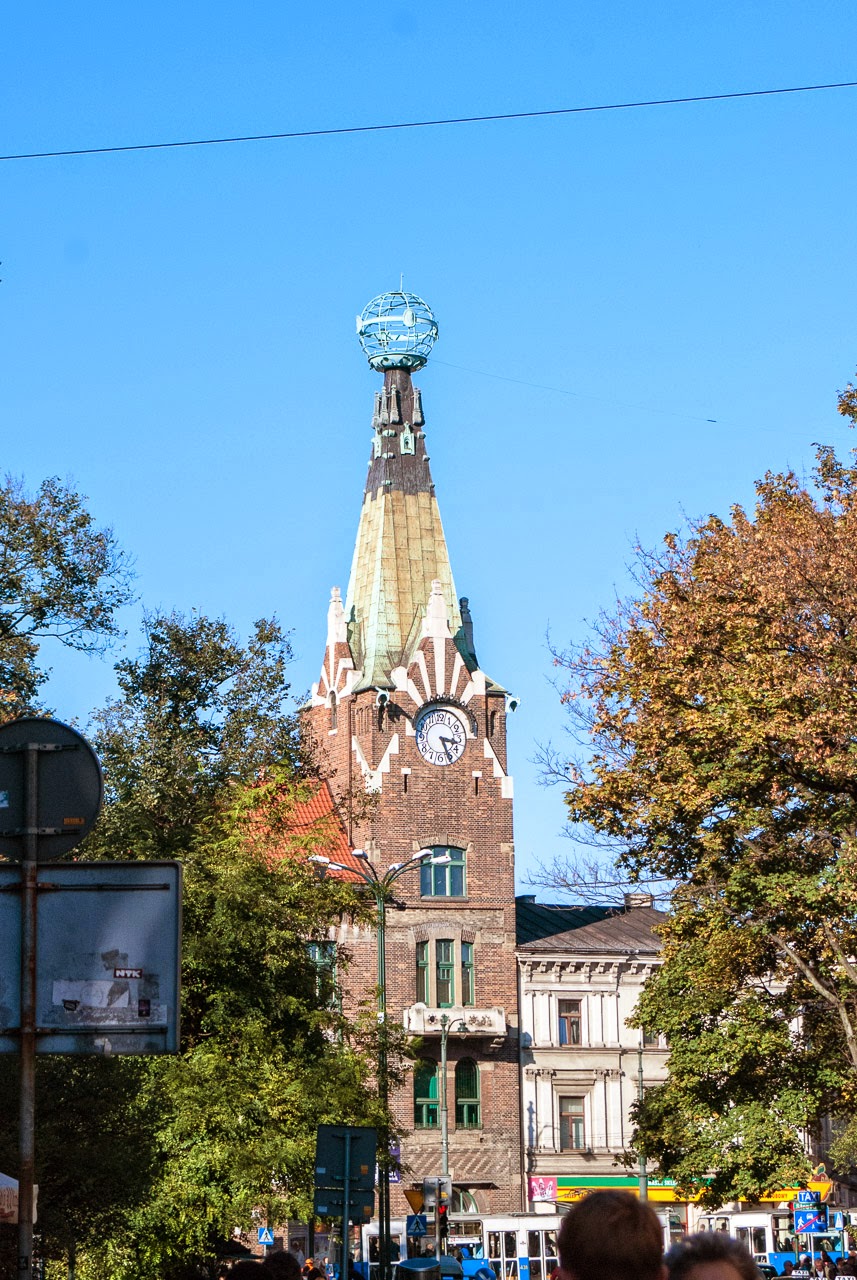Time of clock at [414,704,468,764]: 3:26
